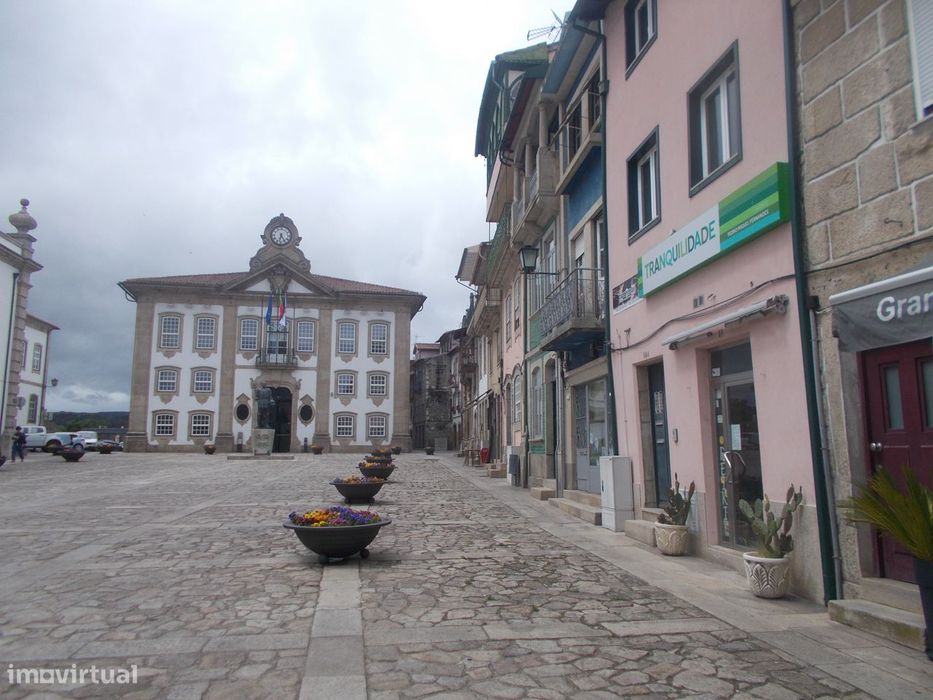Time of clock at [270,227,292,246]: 6:24
